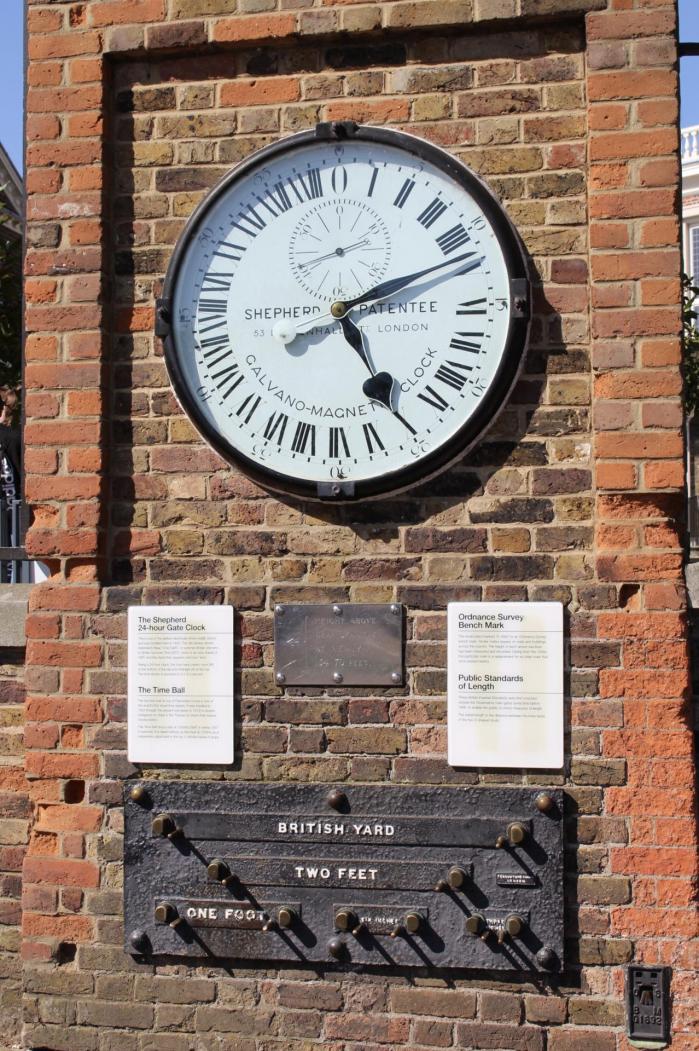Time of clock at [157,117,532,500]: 5:11
